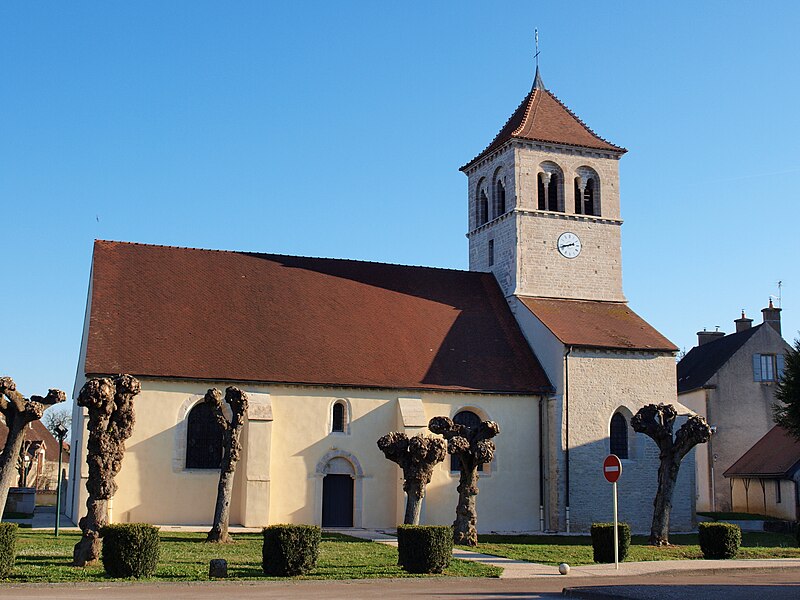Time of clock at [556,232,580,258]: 2:42
